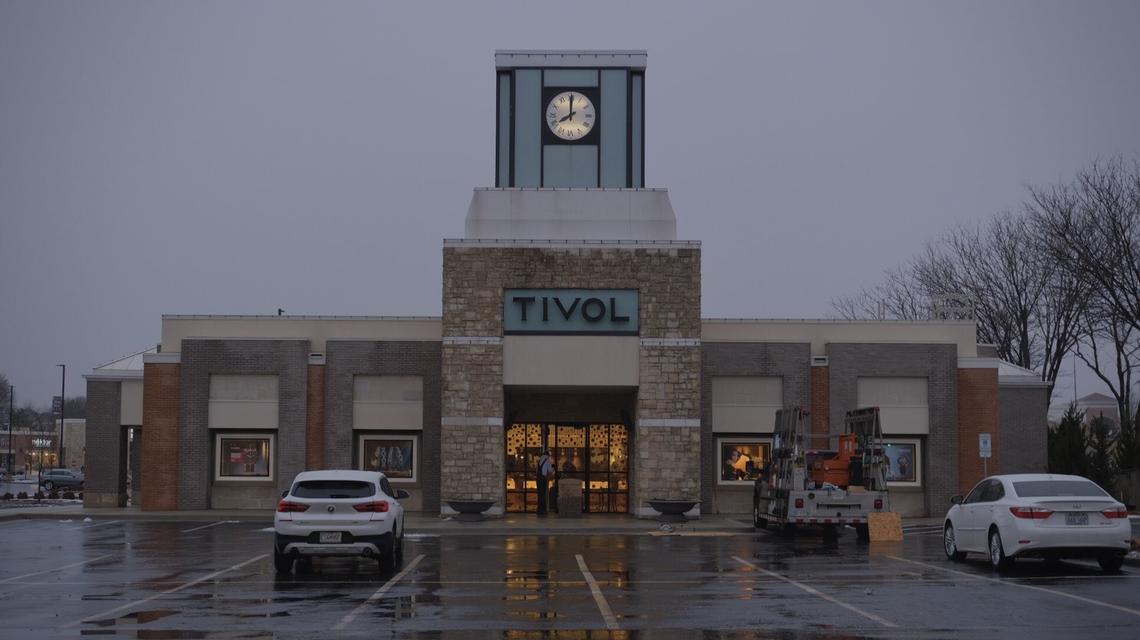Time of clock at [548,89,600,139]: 7:59
